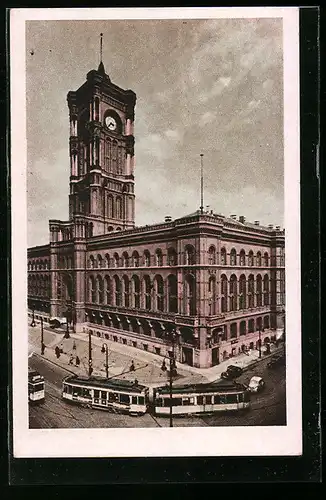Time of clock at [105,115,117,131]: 3:37
